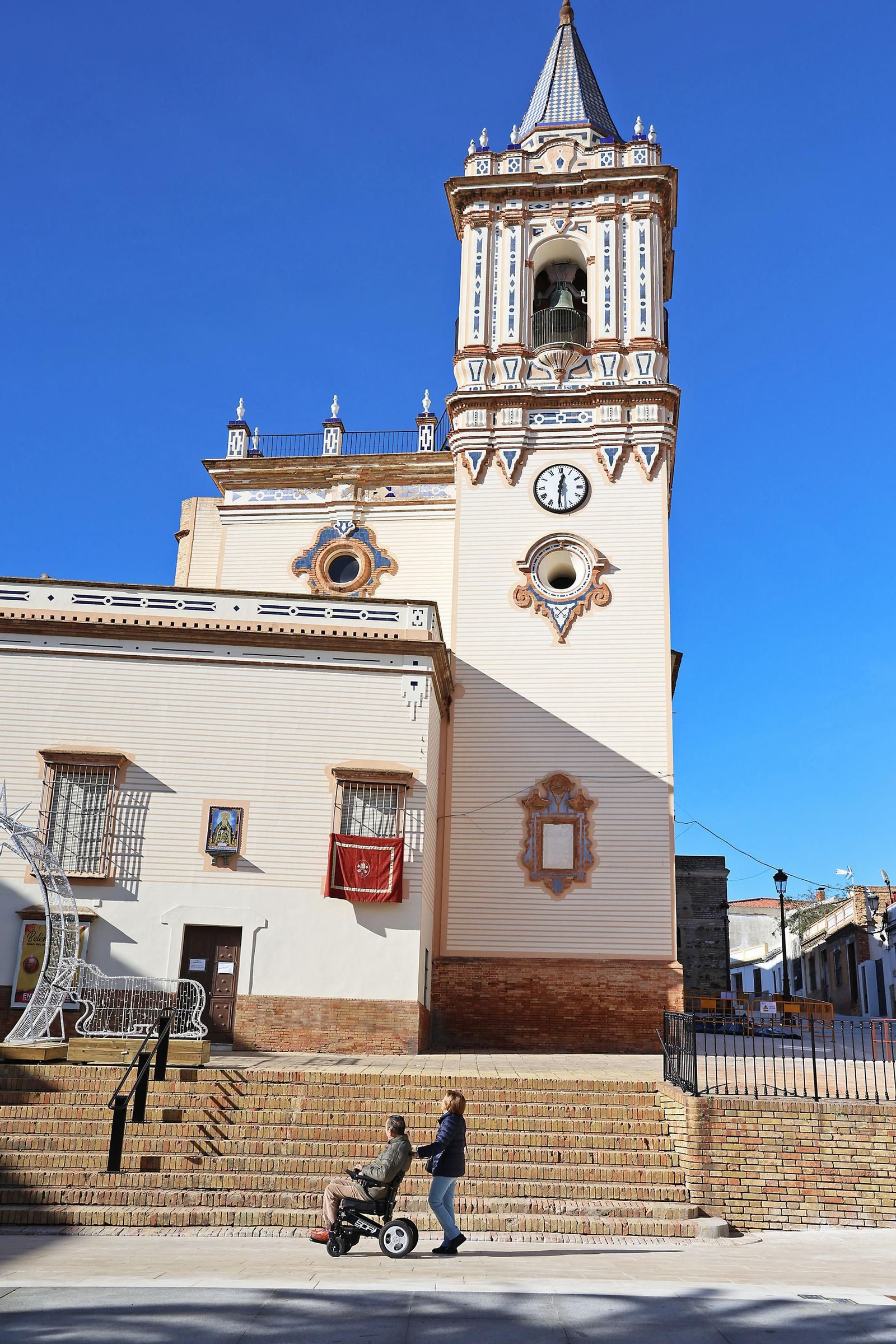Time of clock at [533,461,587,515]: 12:30
